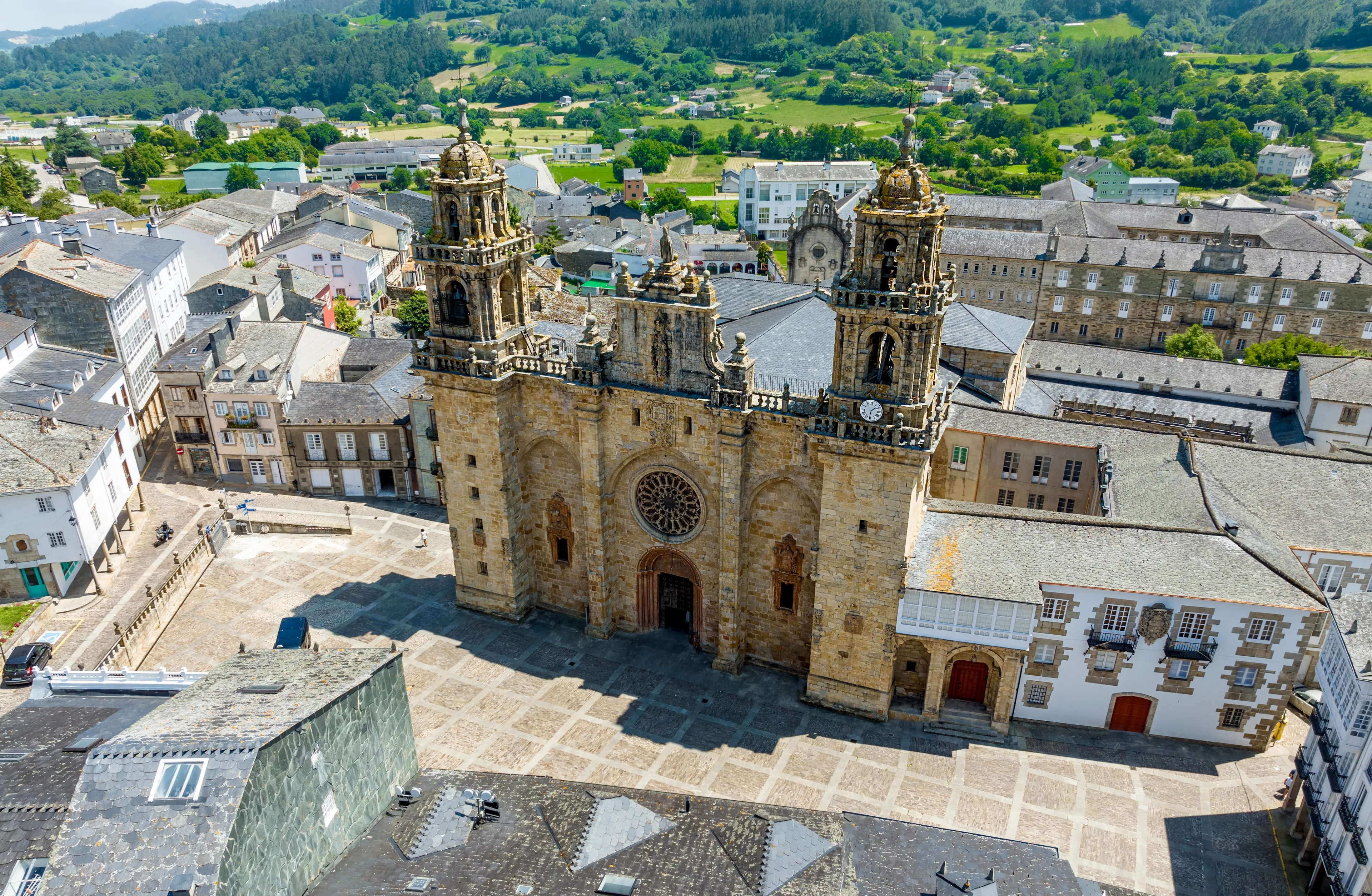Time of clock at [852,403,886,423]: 1:31
